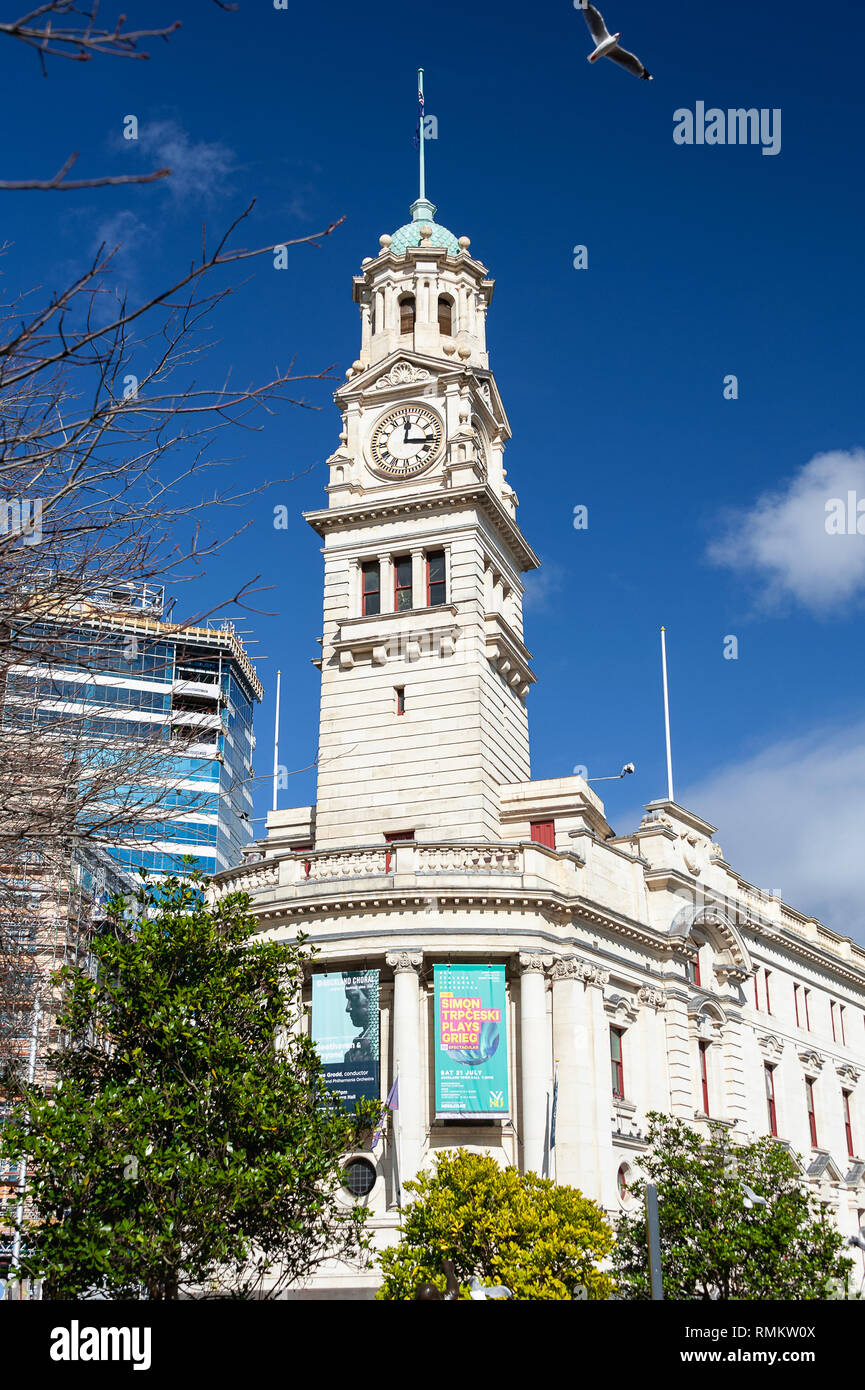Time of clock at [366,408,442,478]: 12:16
